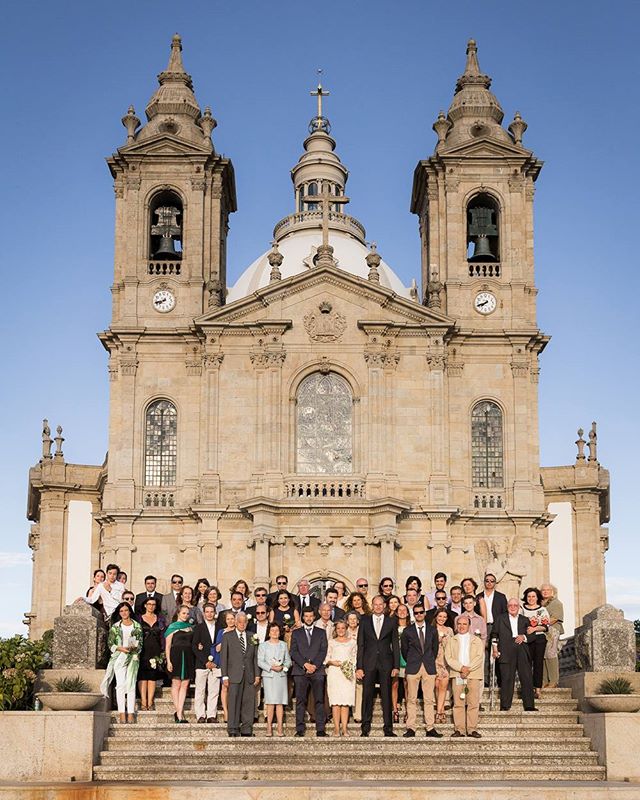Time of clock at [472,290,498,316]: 7:41
